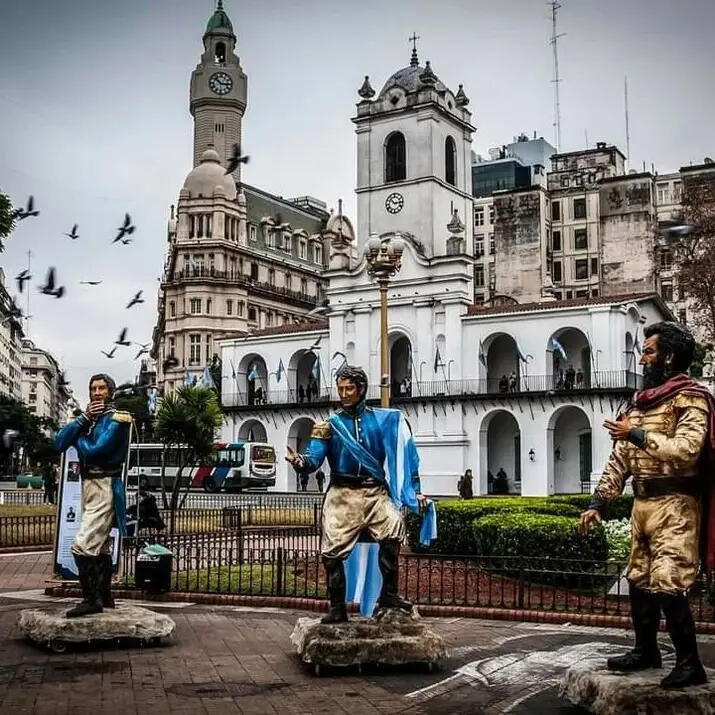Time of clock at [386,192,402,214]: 2:52
